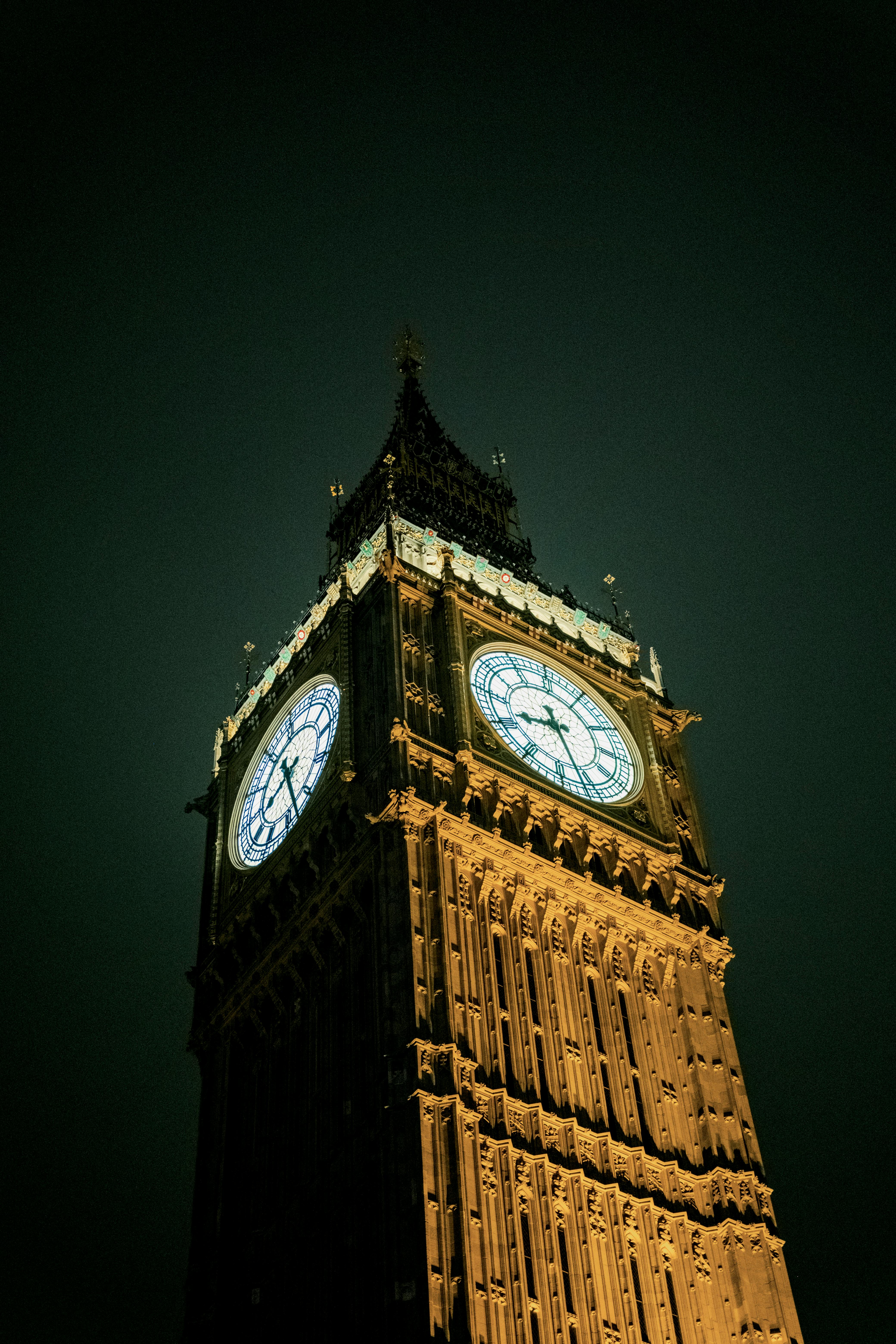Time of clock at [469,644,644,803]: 8:26
